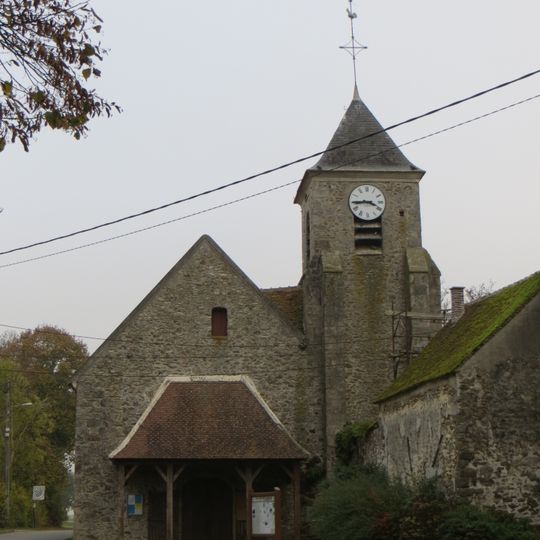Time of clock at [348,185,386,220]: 3:44
